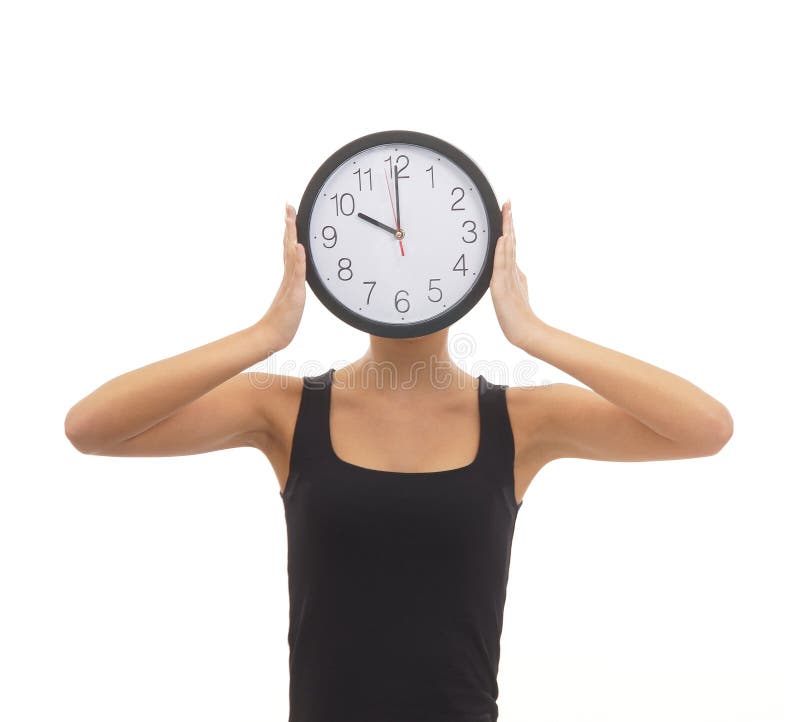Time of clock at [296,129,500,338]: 9:59
